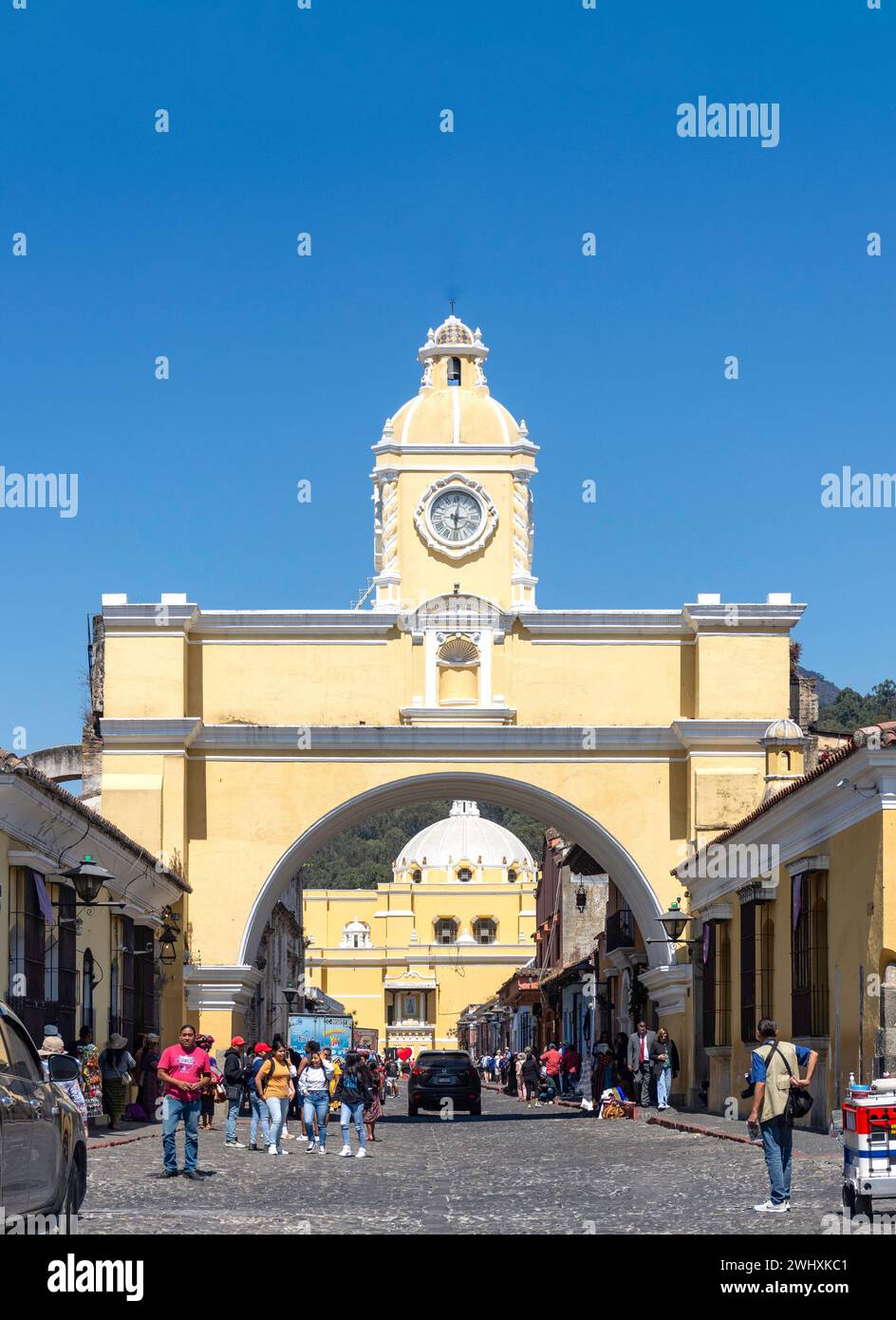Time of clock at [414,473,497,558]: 6:01
